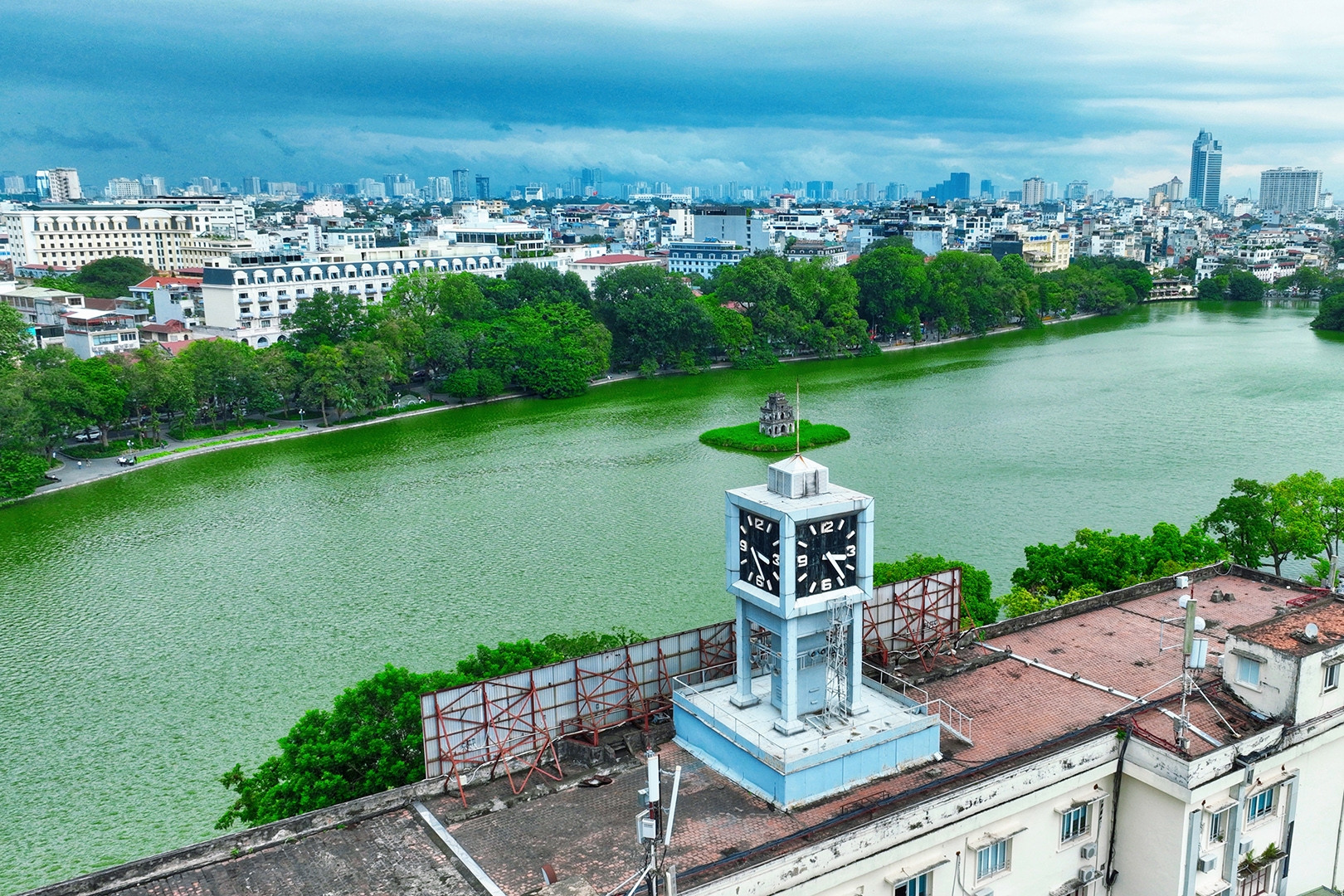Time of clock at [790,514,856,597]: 3:23
